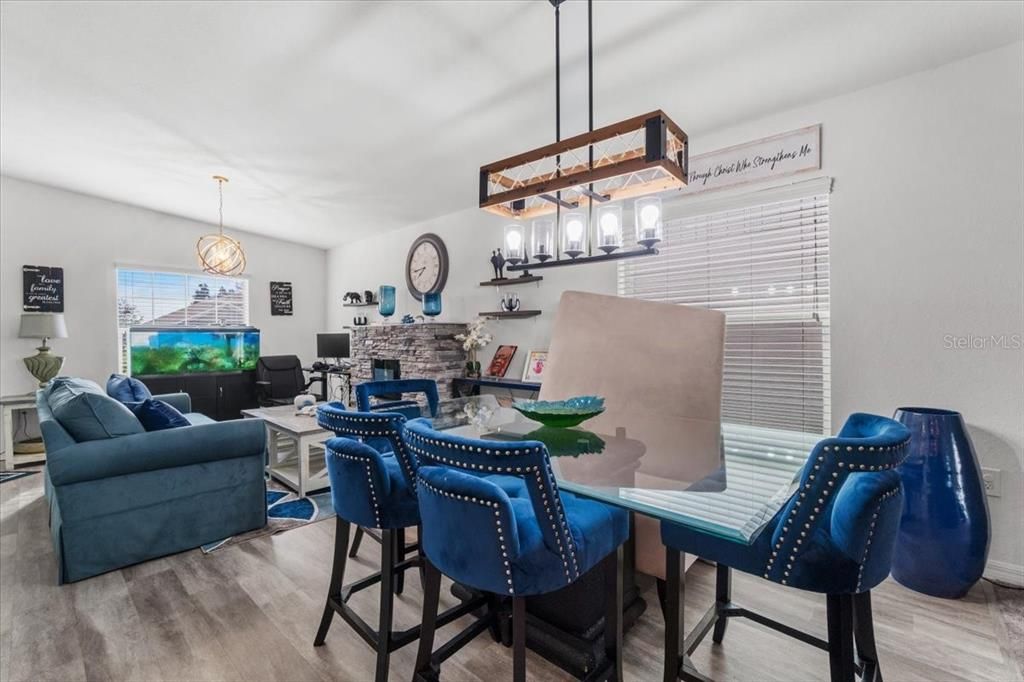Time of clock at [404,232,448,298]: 7:43
